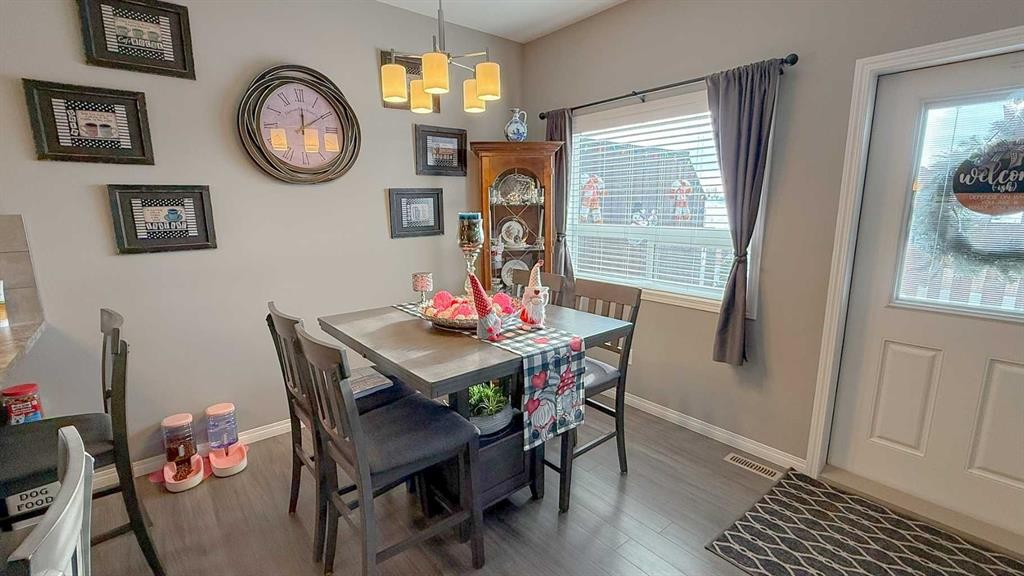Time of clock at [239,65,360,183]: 12:09
